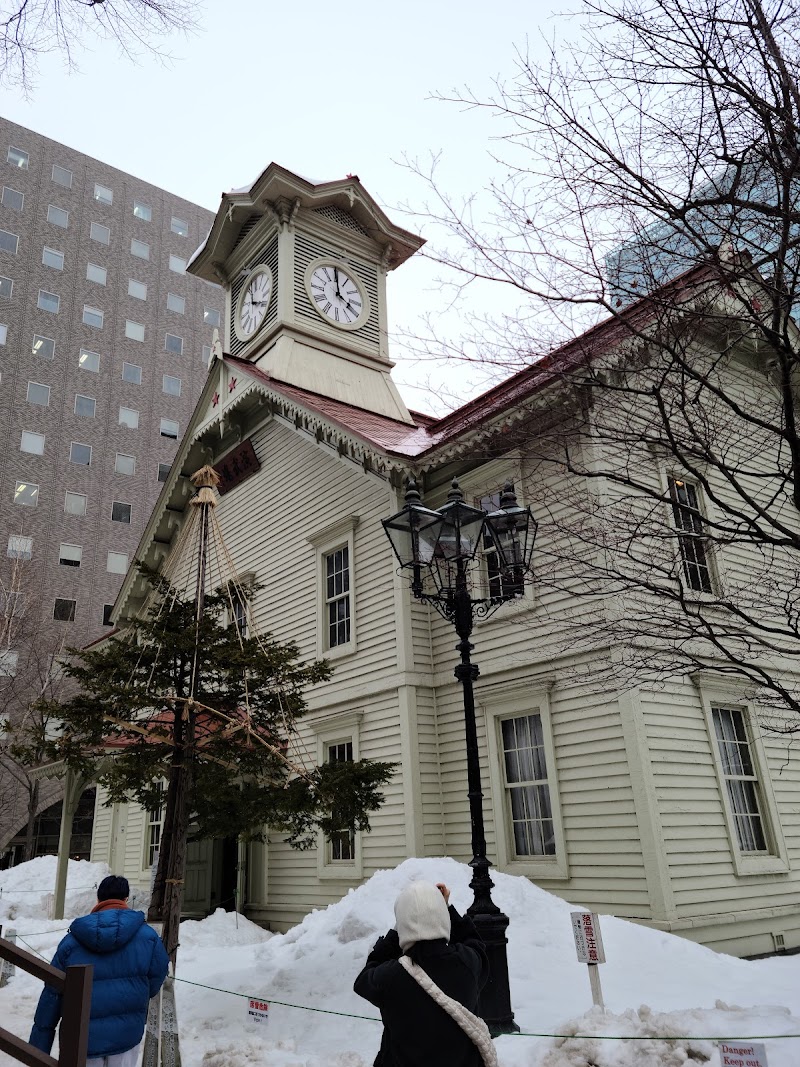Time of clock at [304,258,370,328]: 3:59
